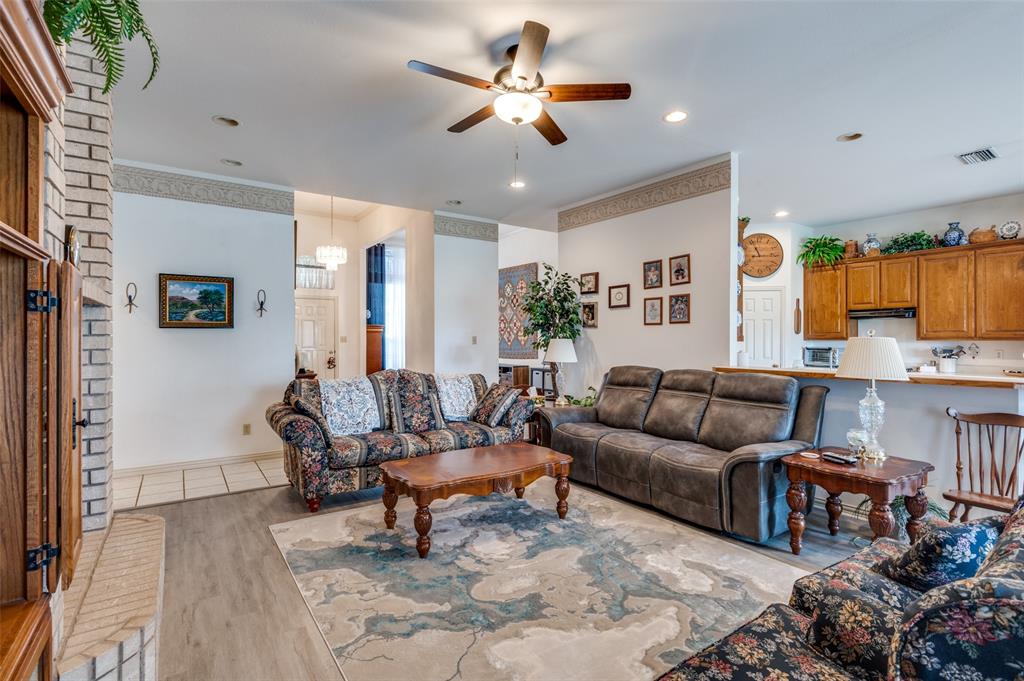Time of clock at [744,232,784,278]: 11:14
